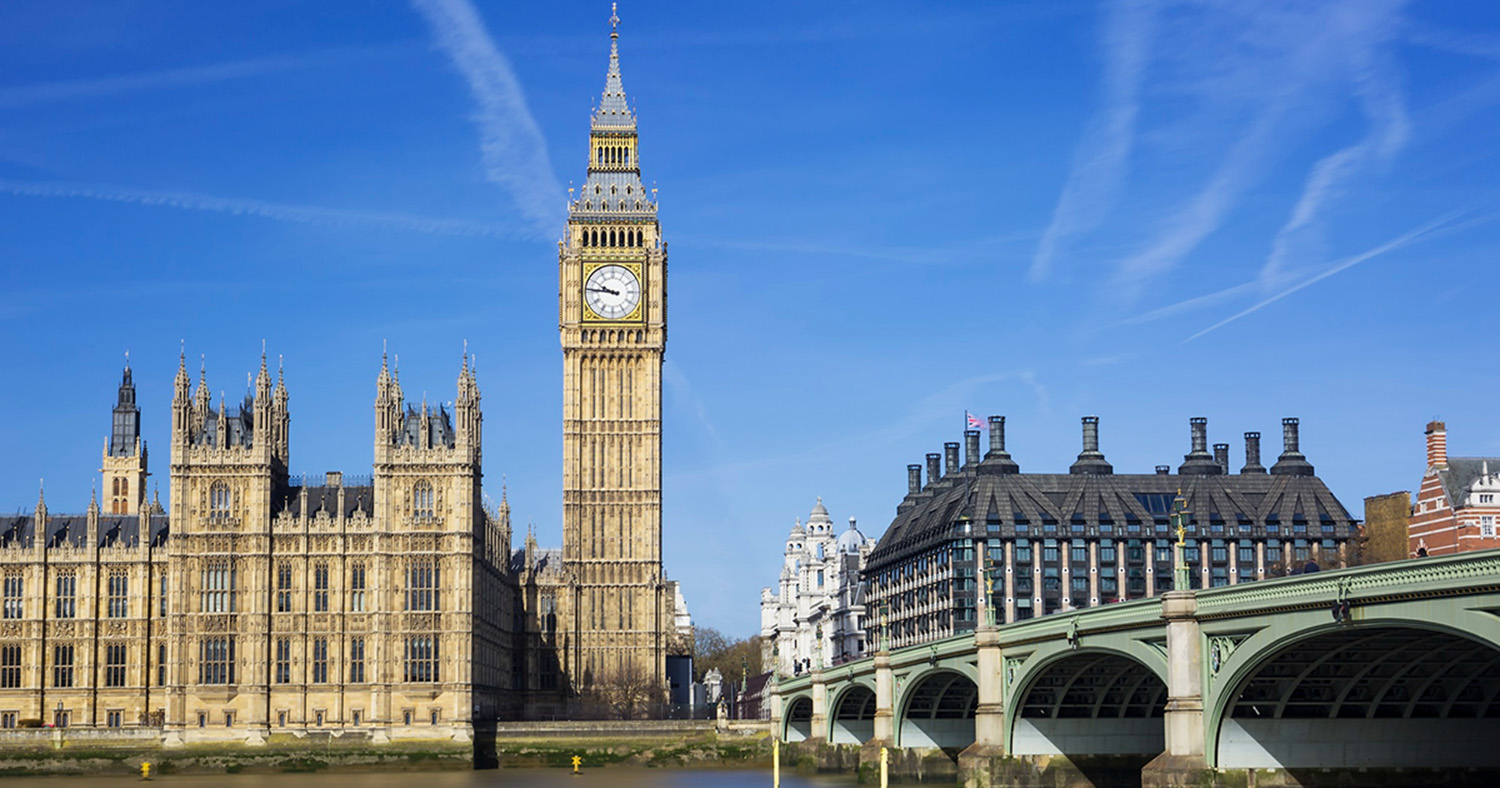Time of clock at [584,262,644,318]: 9:45
